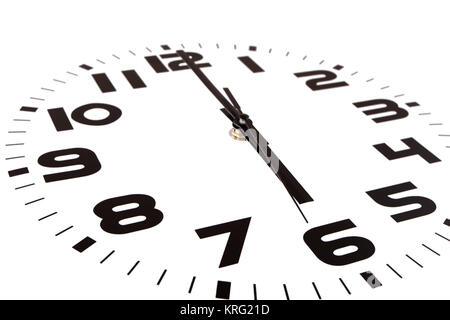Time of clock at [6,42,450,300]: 6:00
